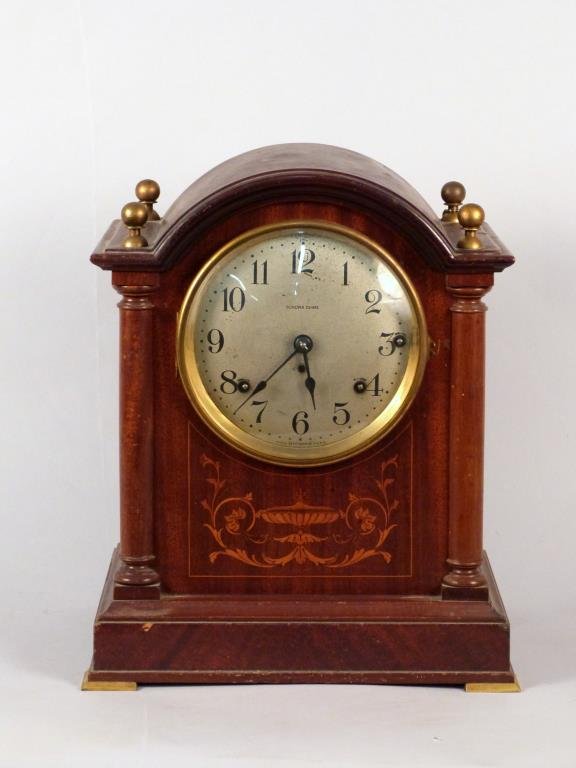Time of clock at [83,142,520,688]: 5:38
